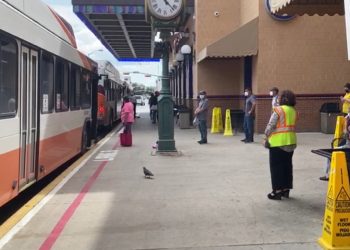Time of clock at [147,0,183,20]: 11:22
